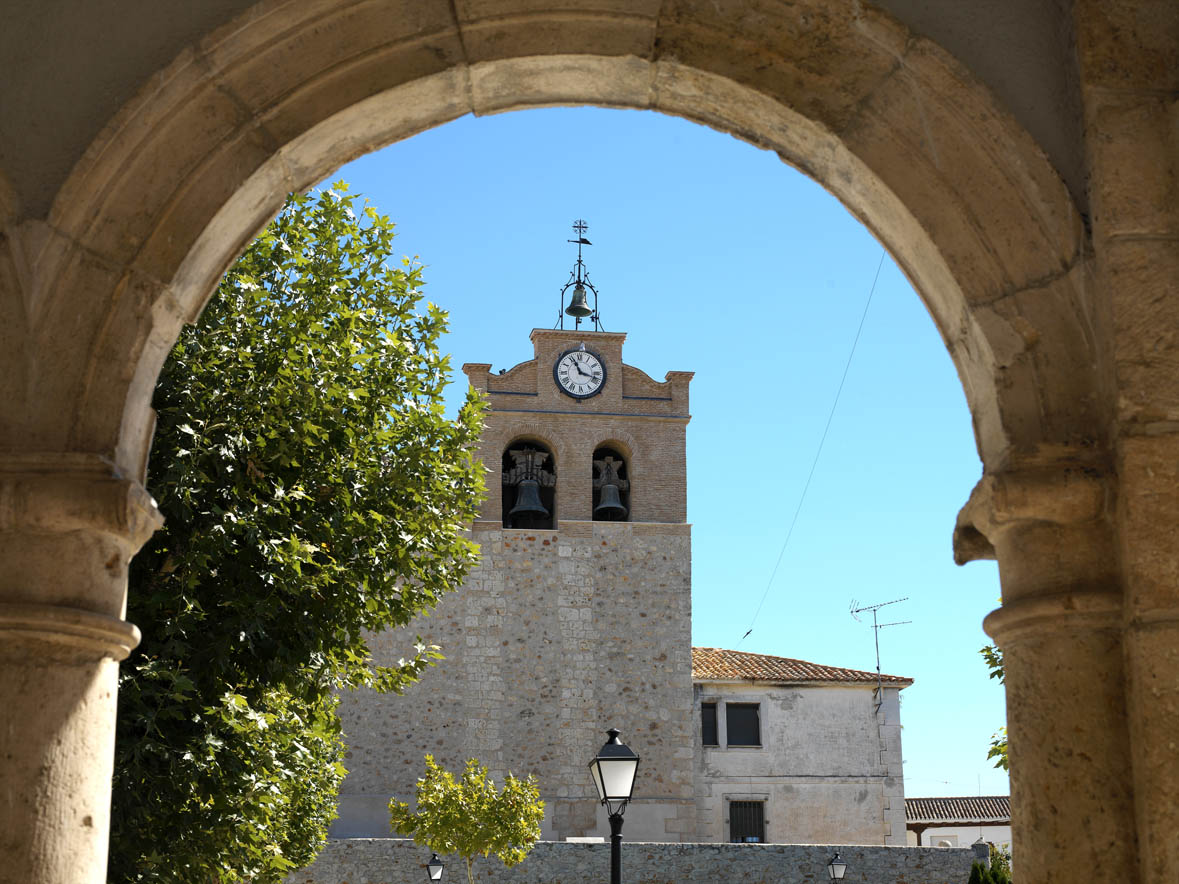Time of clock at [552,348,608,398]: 11:18
